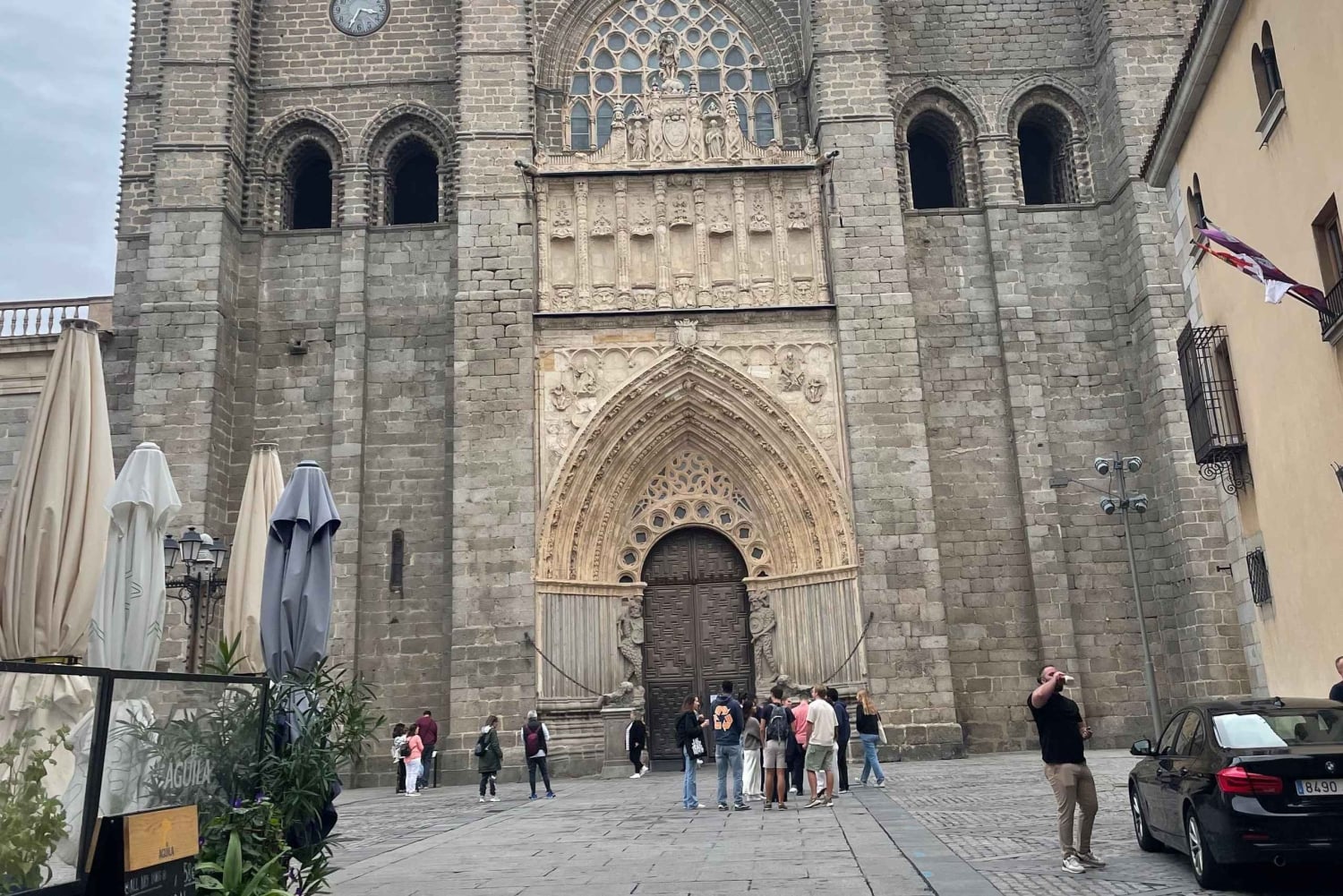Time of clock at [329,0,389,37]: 3:34
